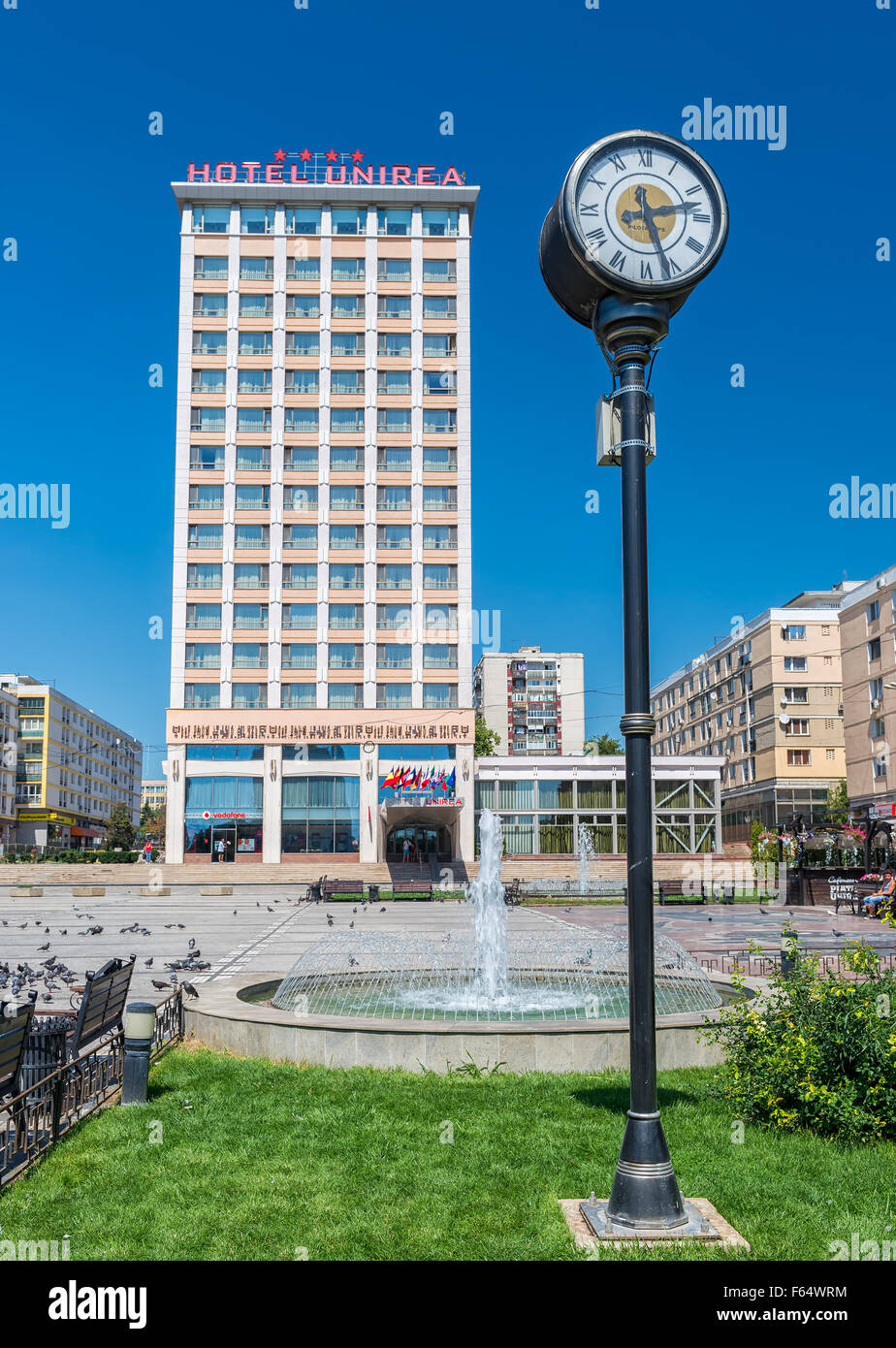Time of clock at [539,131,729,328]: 2:26
